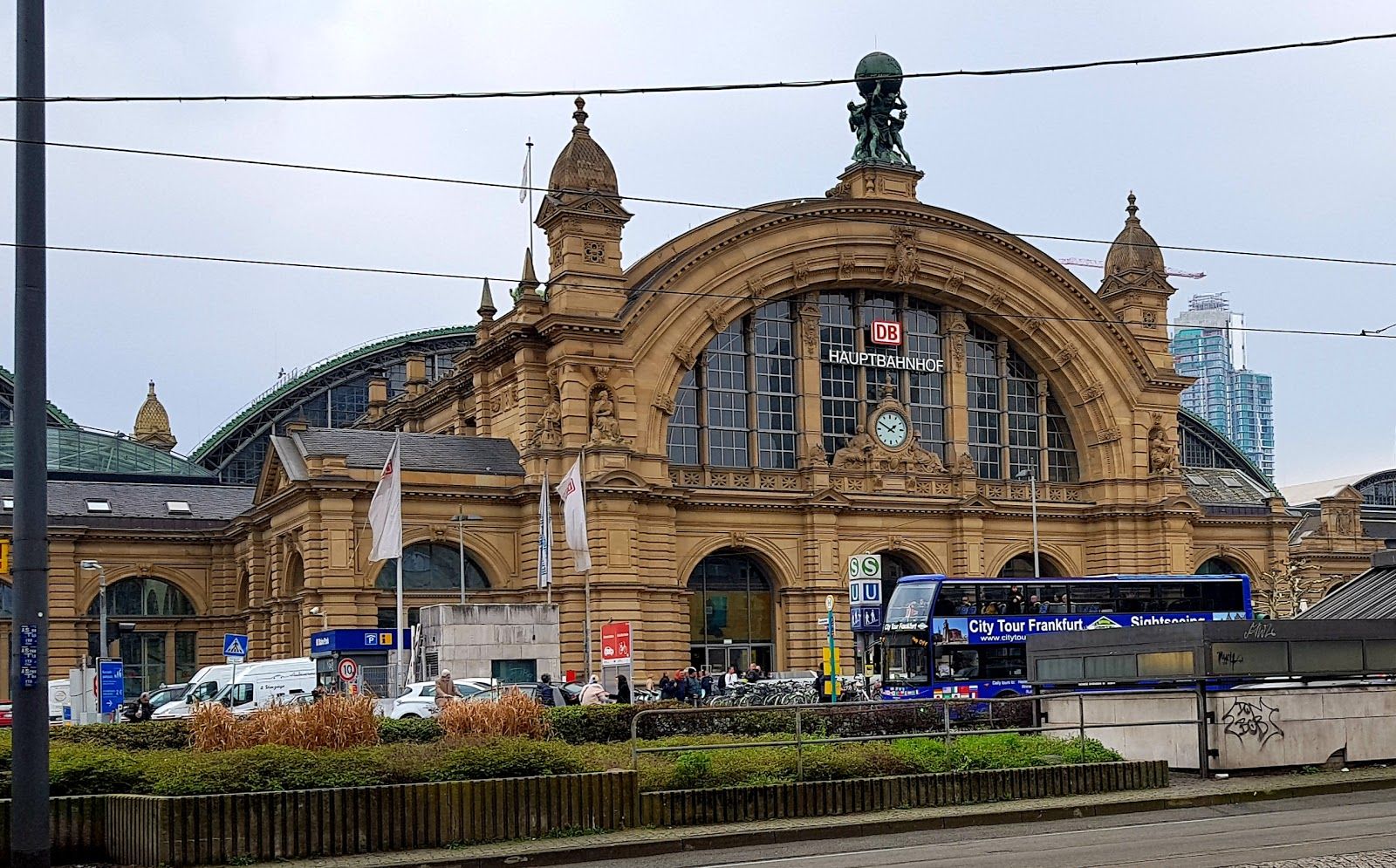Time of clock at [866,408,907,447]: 1:50
